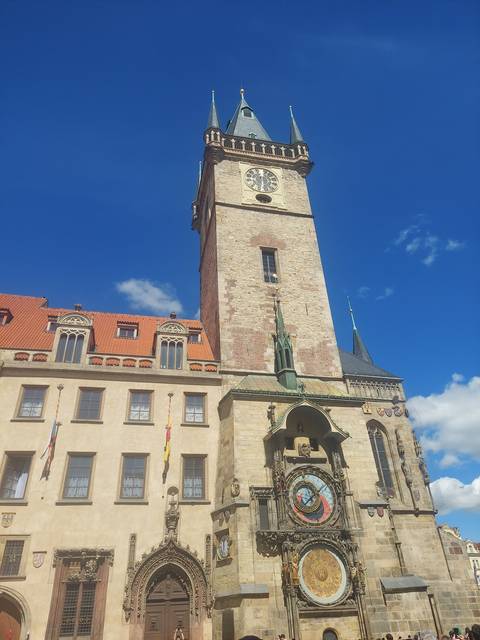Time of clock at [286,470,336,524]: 7:08
